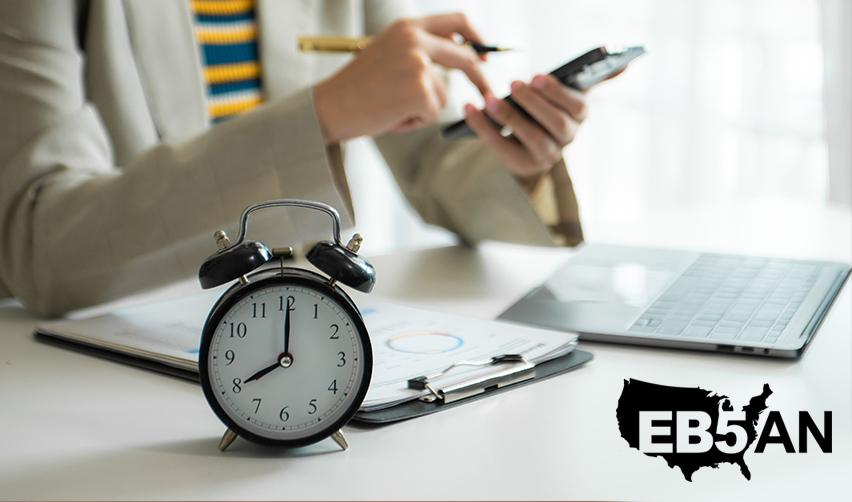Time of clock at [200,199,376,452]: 8:00
